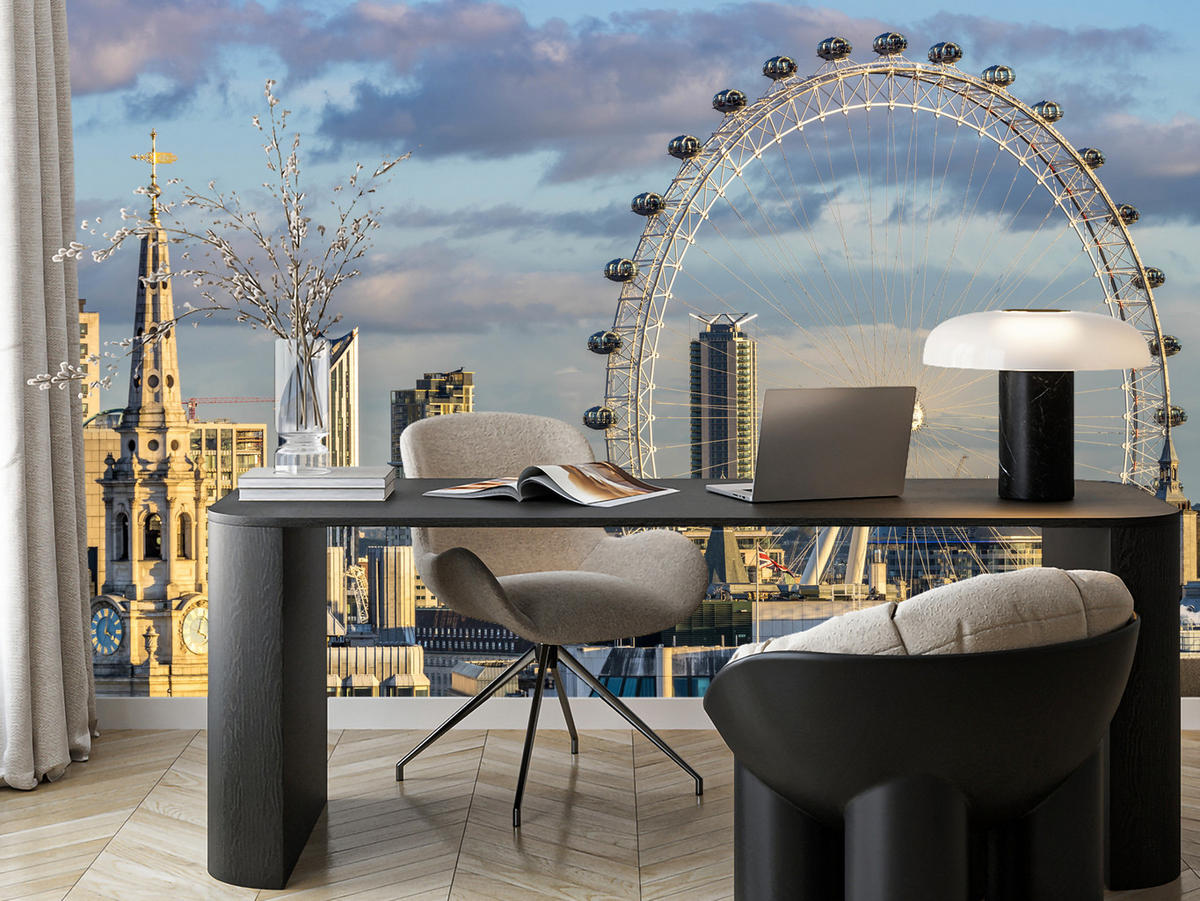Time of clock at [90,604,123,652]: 4:01
